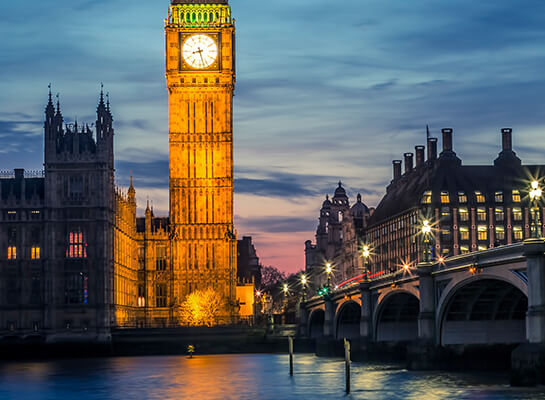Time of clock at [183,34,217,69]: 8:27
